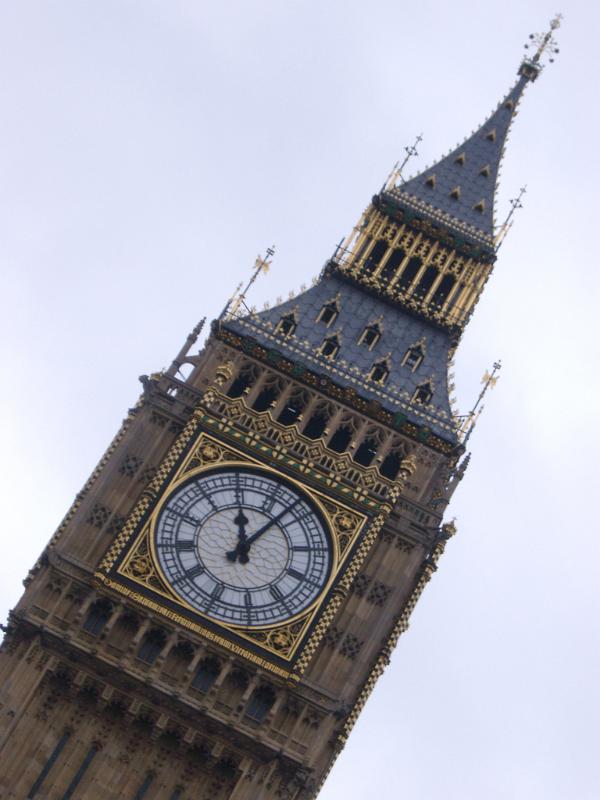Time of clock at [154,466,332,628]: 12:07
